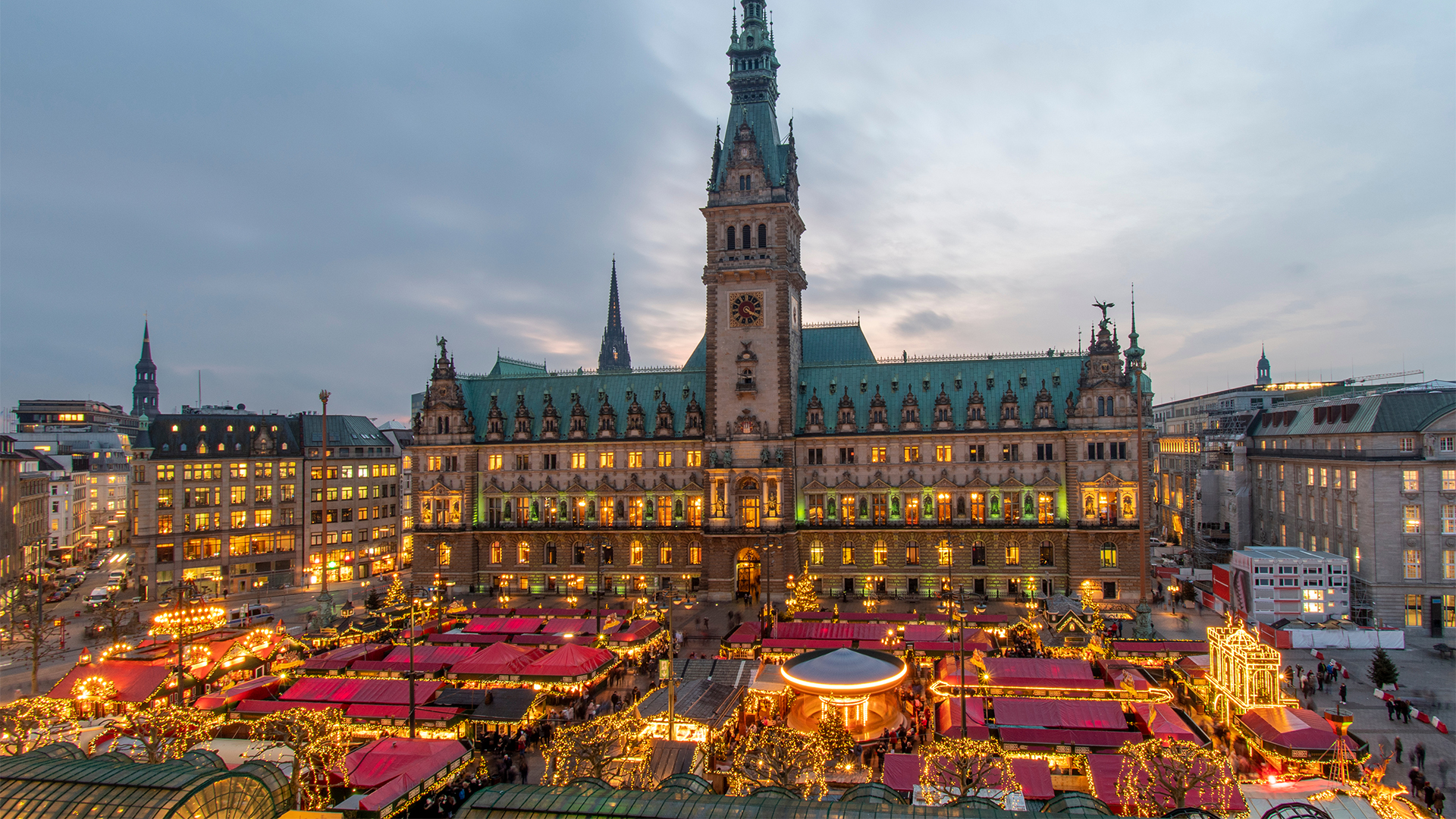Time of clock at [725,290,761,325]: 4:19
